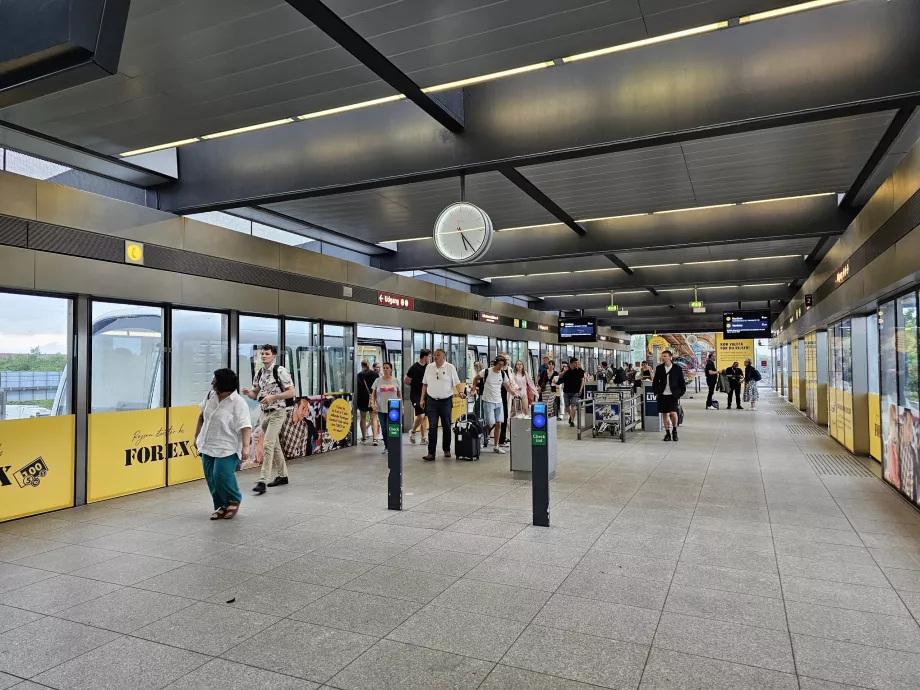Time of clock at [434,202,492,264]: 5:24
